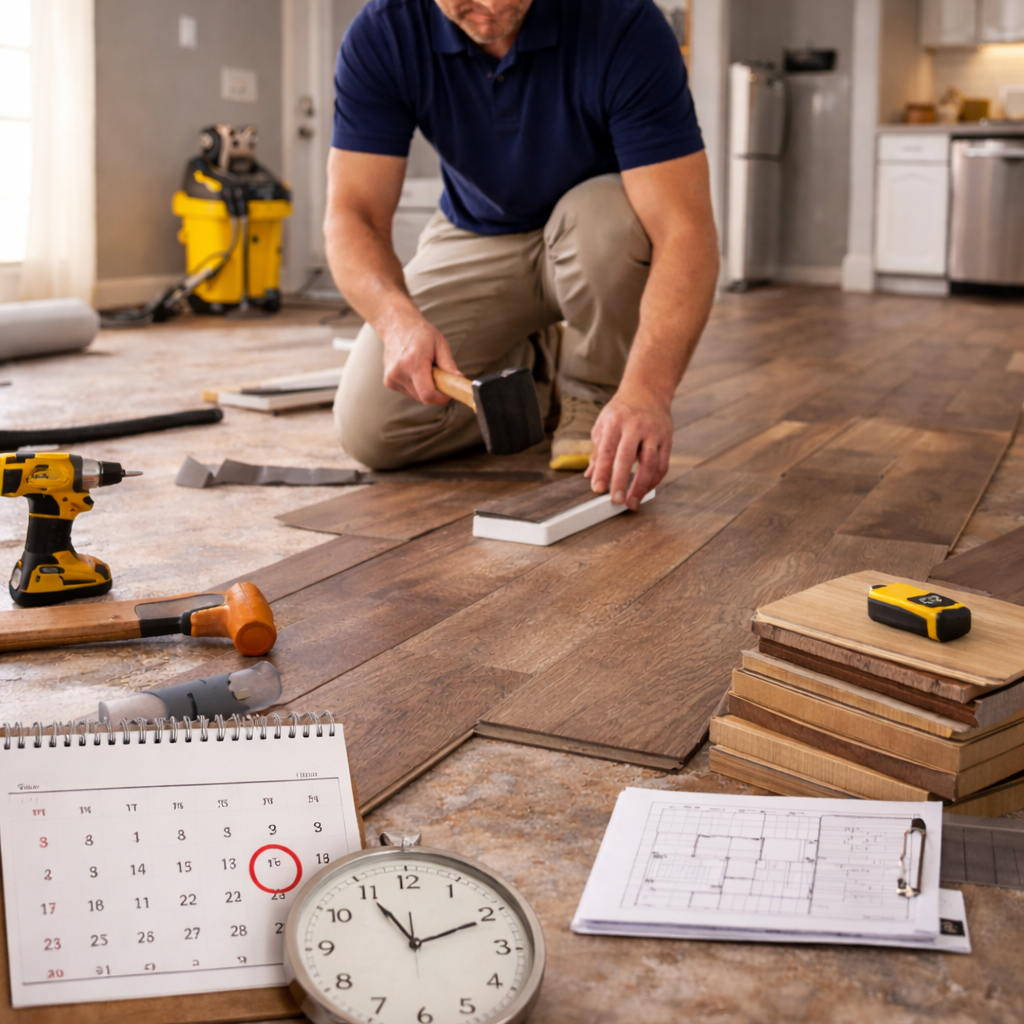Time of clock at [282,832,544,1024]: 11:10
